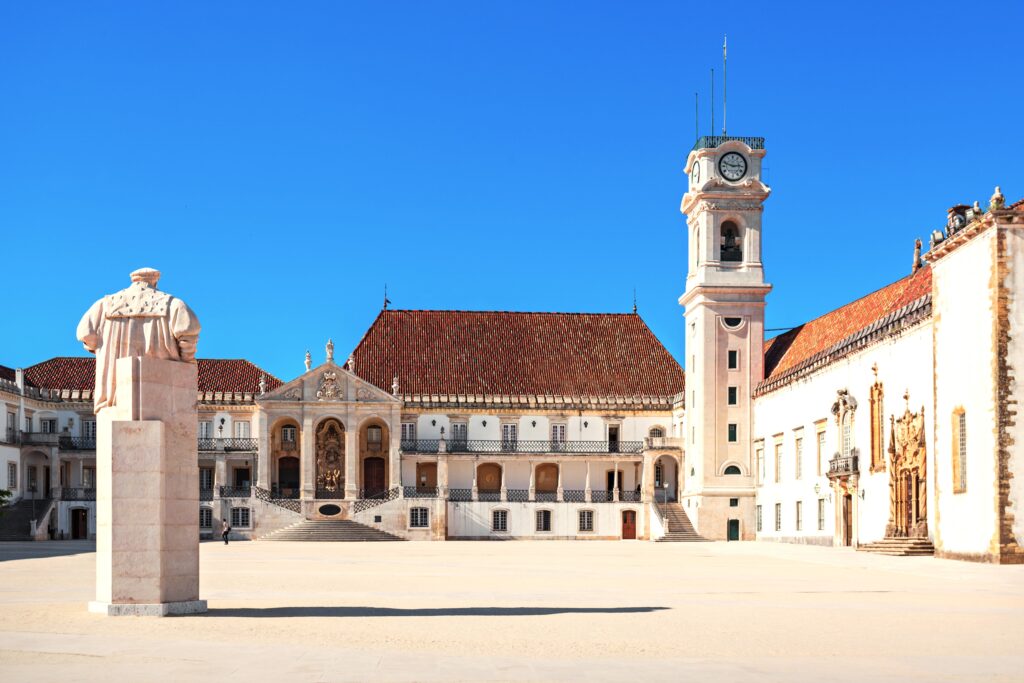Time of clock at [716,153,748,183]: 2:48
